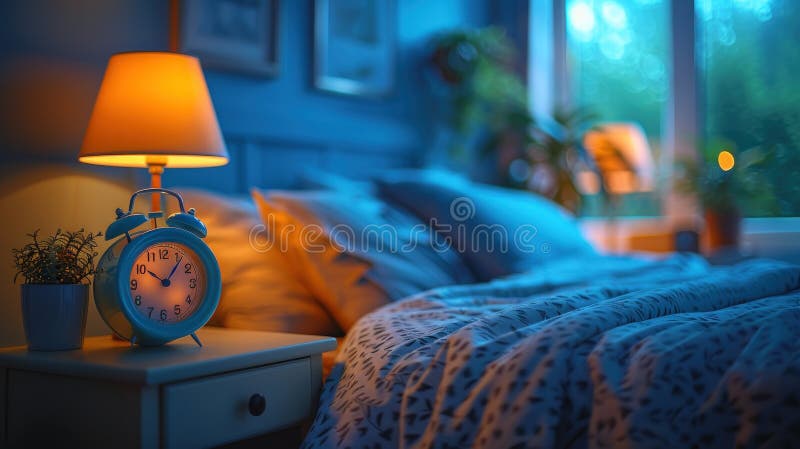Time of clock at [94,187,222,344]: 10:06
